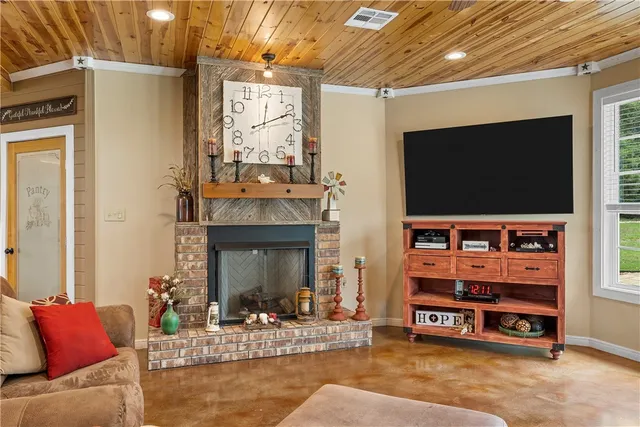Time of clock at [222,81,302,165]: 12:11
